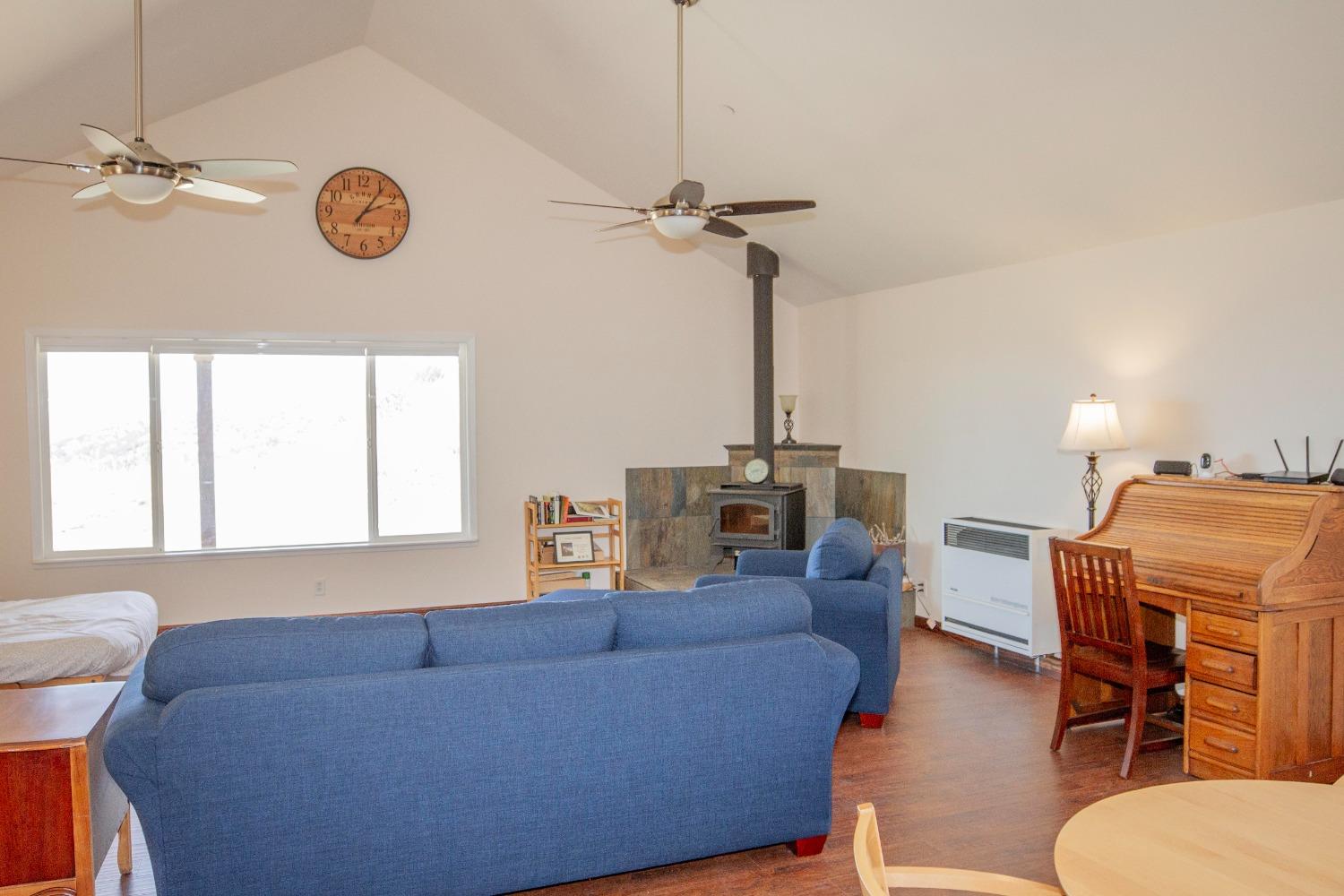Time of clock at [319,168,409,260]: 2:06
